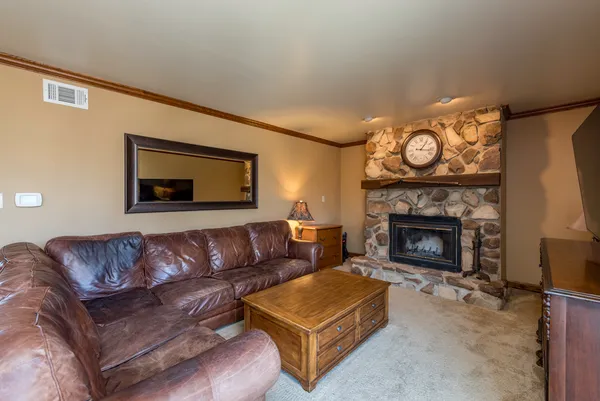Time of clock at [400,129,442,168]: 1:16
